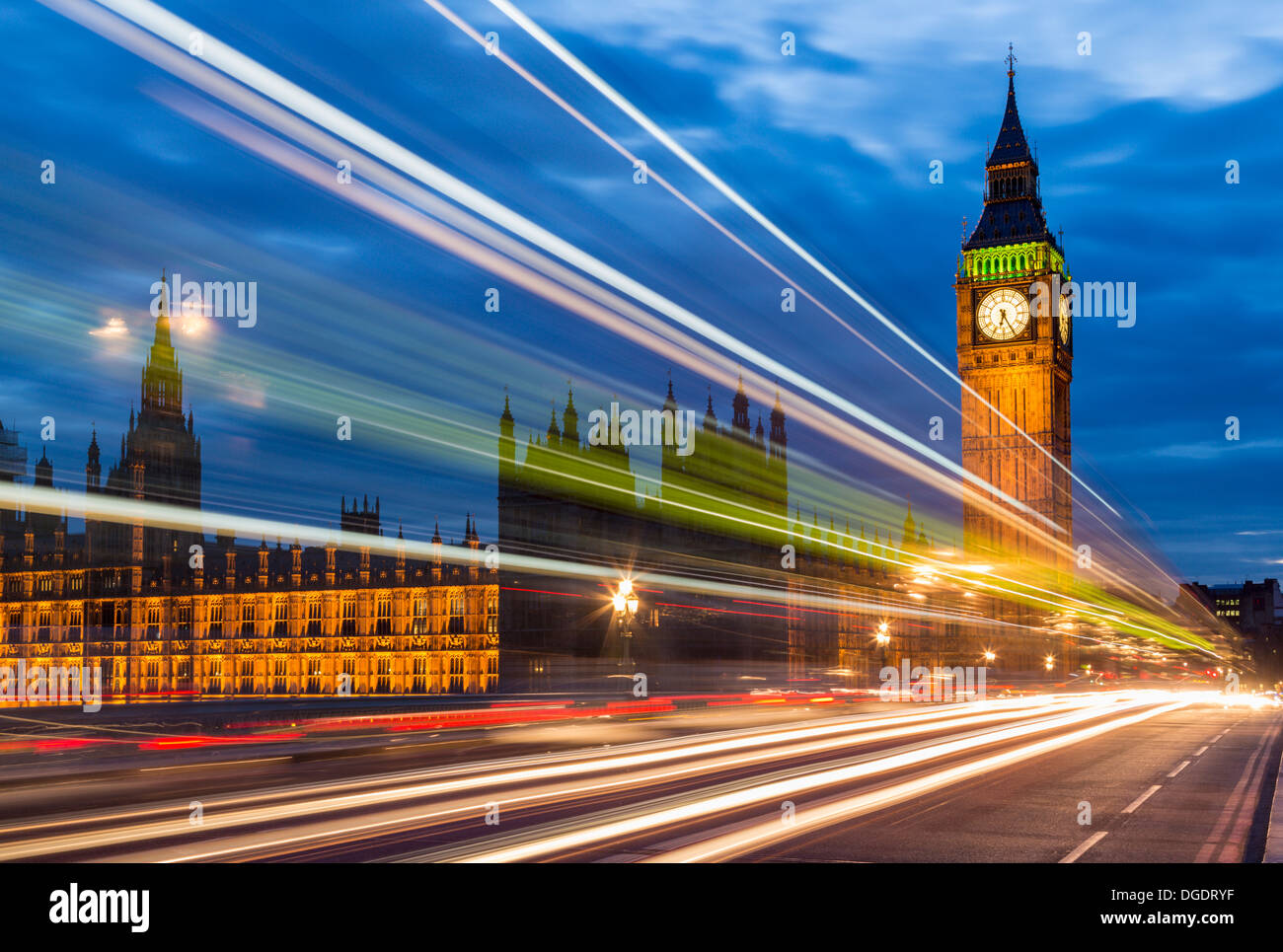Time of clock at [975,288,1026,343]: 6:25
